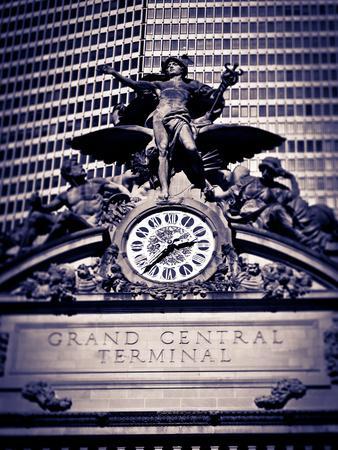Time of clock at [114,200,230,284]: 2:36
